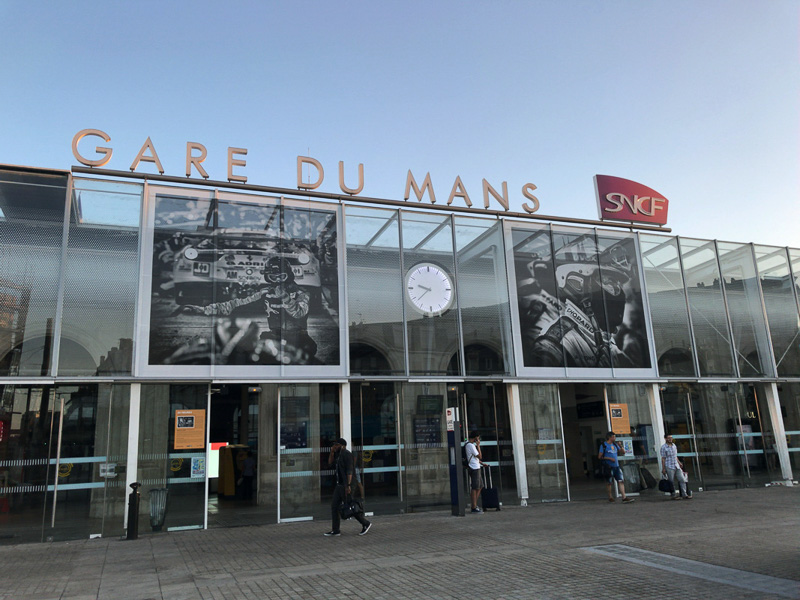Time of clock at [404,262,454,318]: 9:38
